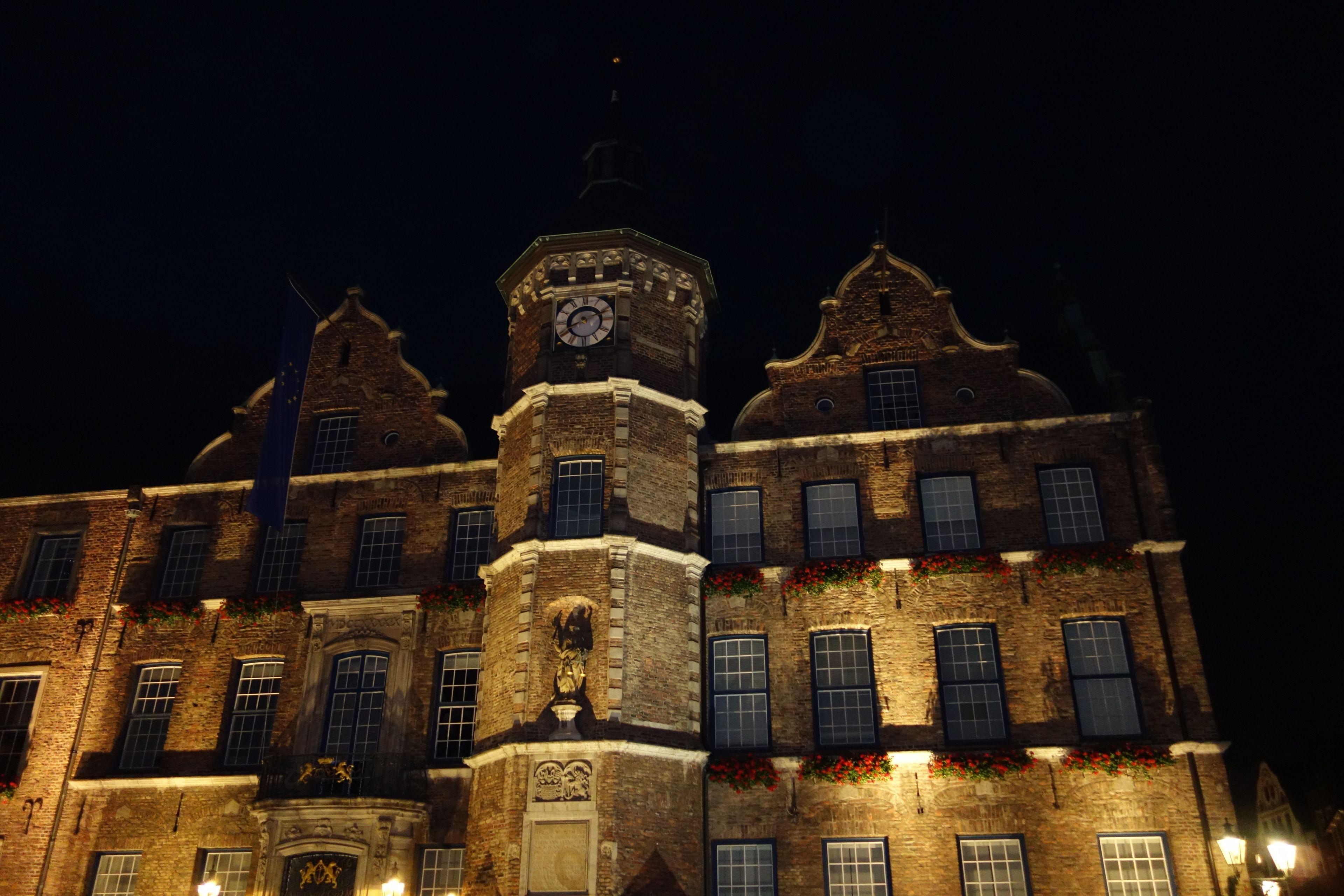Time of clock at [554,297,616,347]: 8:11
